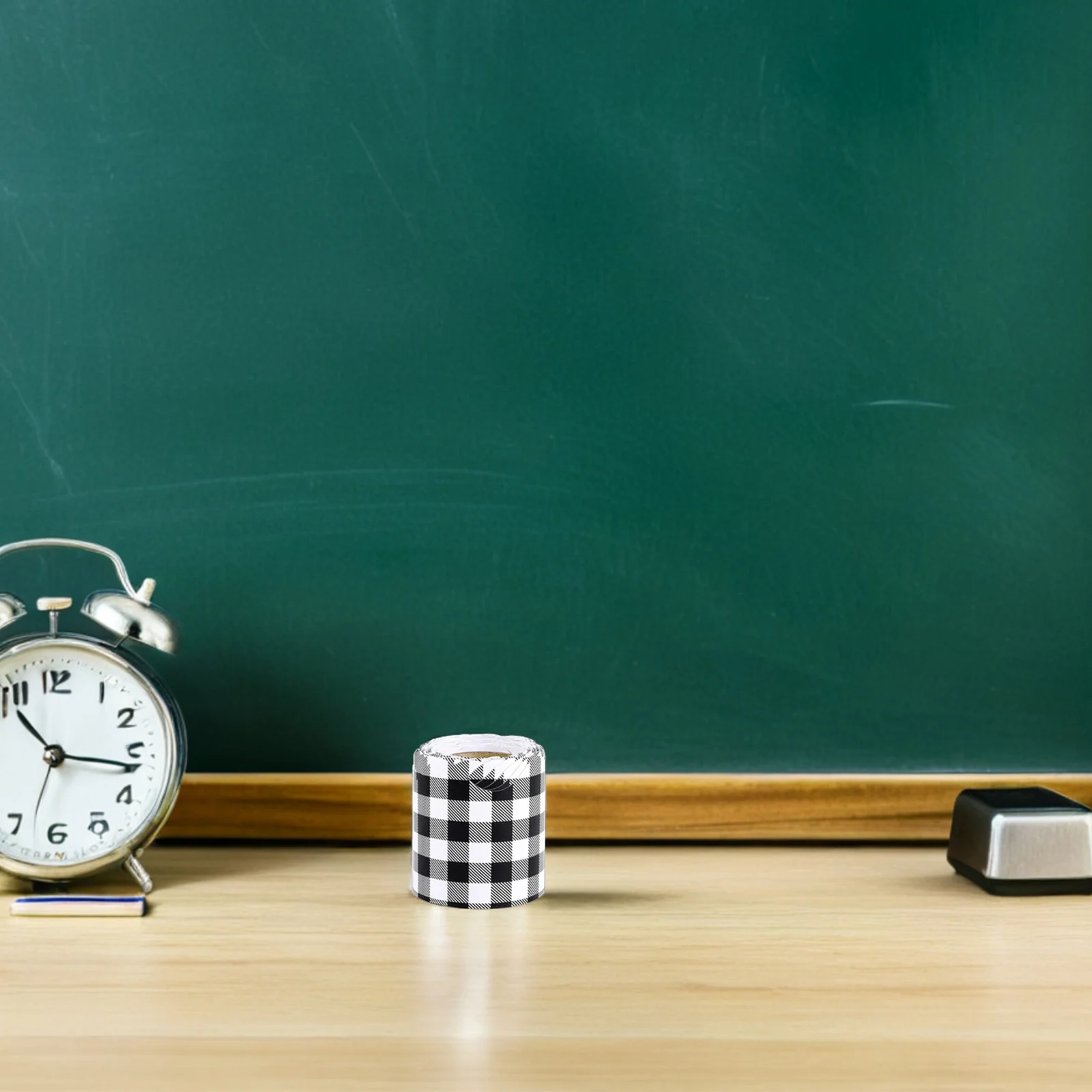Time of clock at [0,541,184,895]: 10:16
